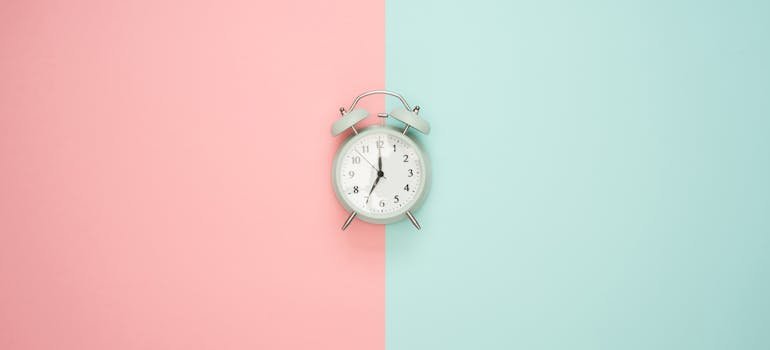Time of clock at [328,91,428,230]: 7:00
